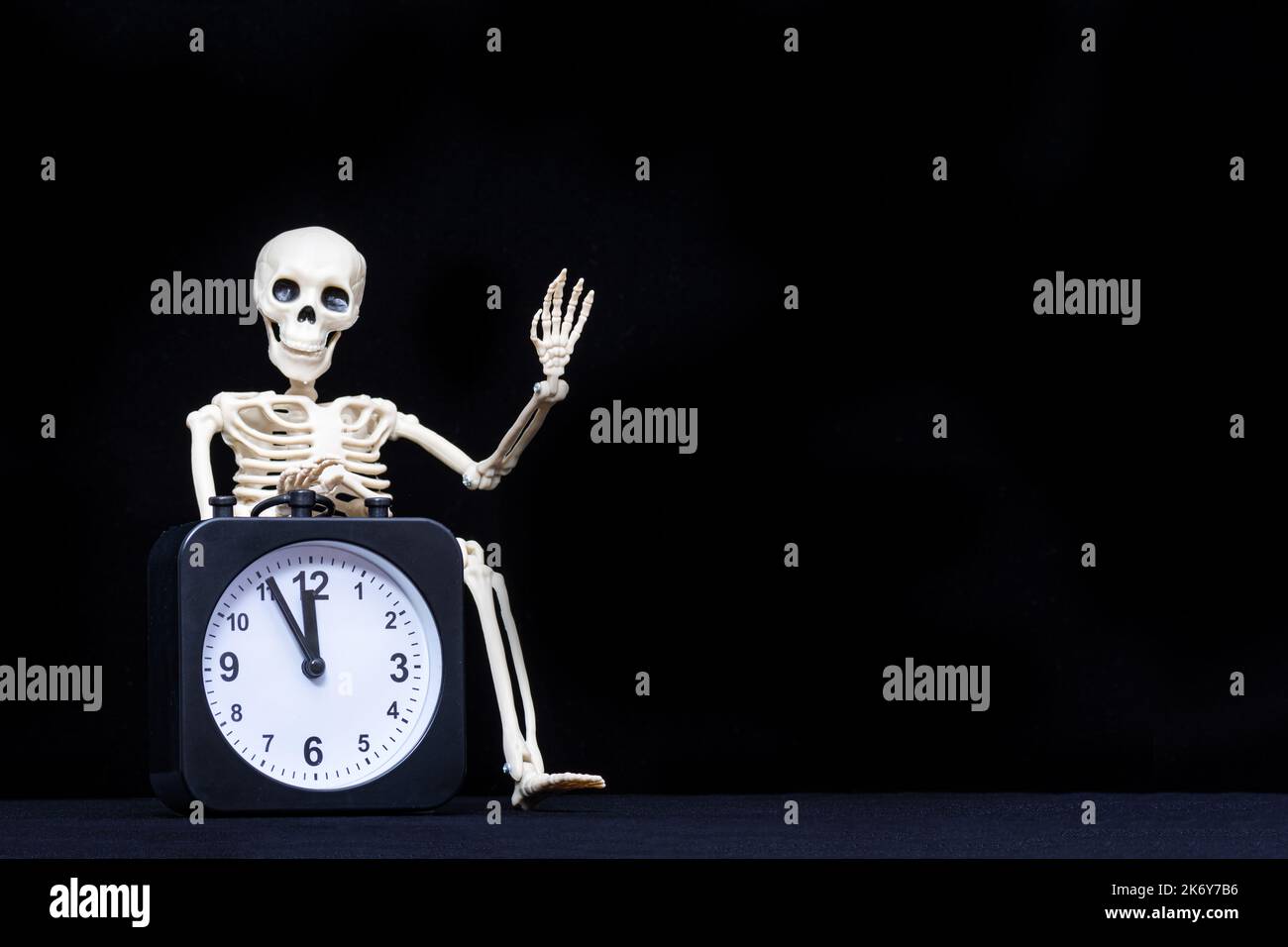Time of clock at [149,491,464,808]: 11:55
